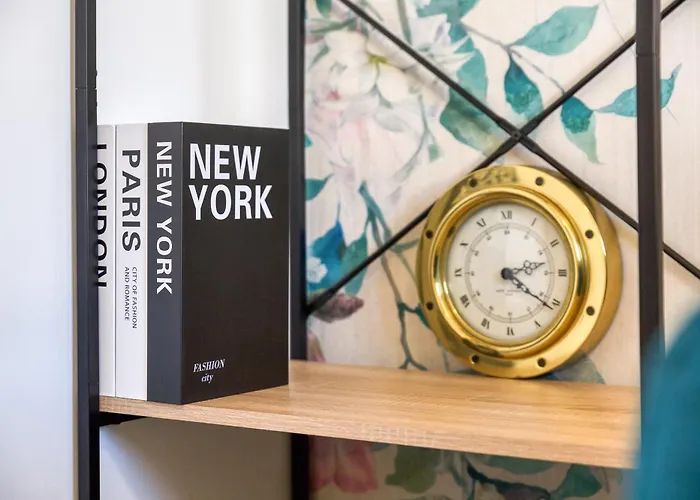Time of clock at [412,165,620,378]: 2:21
